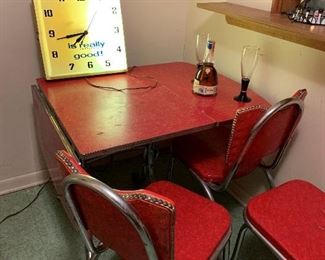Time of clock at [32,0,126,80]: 7:43
